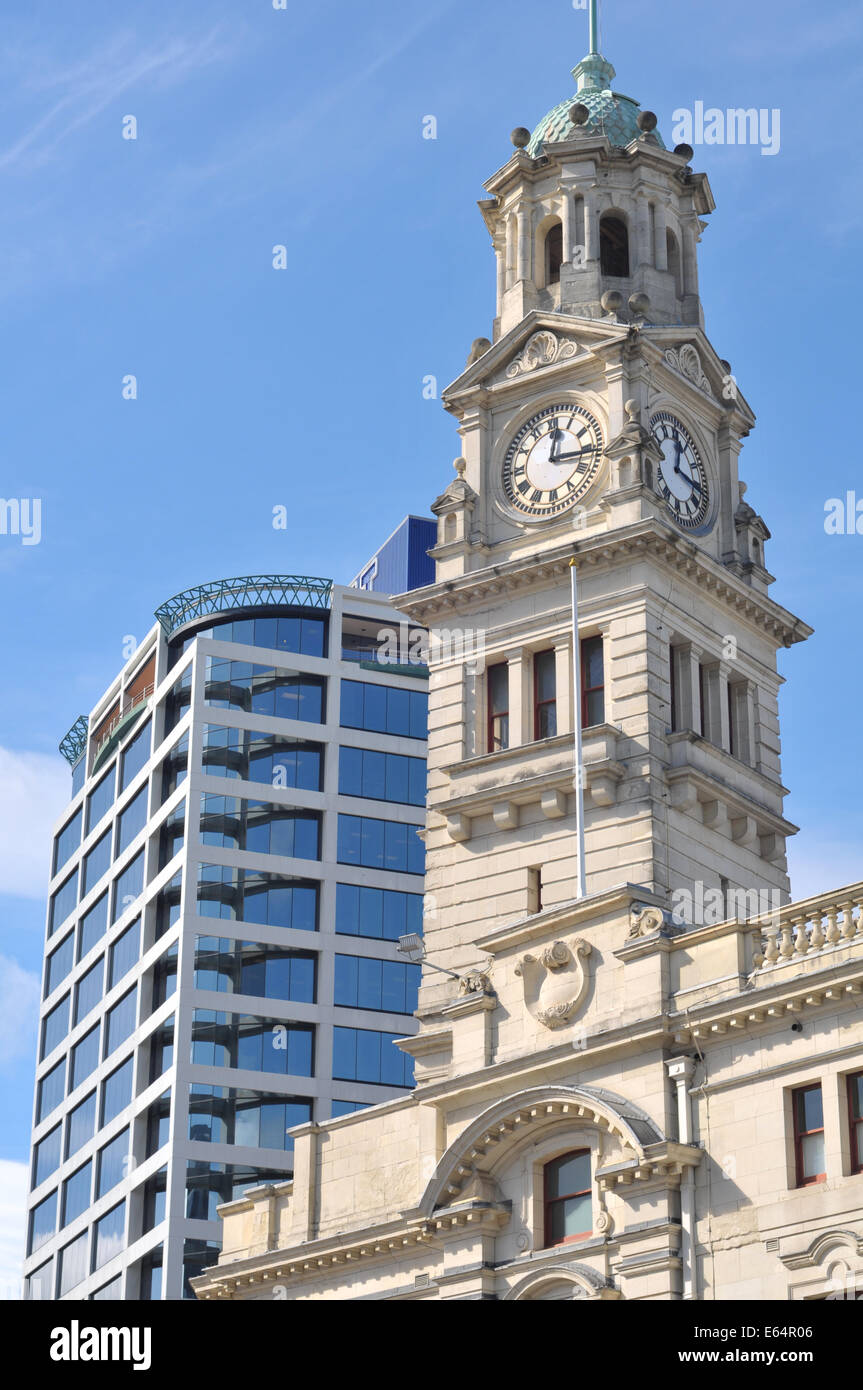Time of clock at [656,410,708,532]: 12:16
